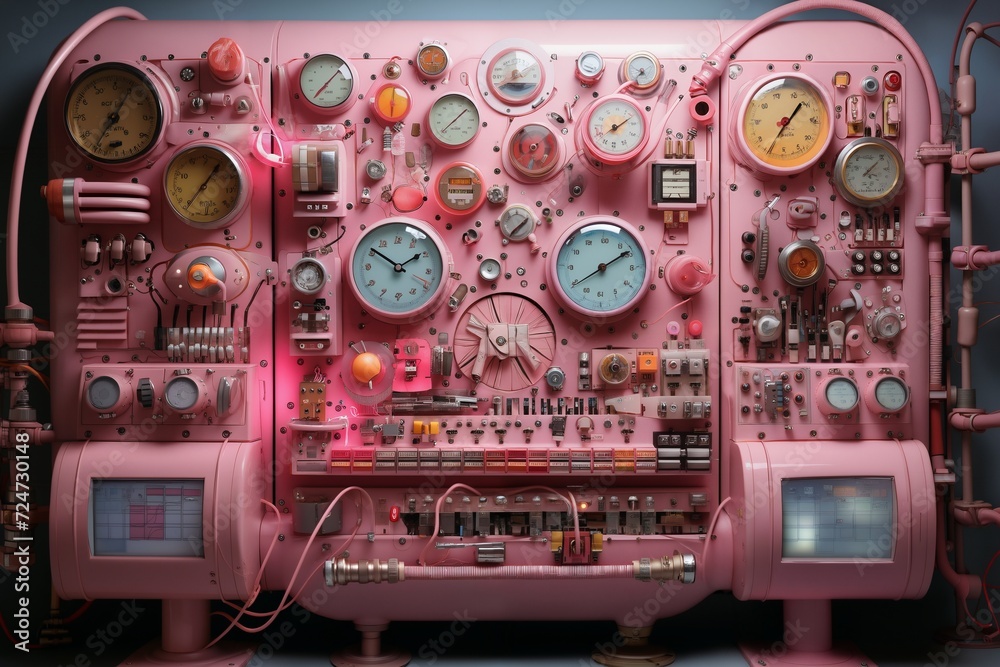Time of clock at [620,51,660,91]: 4:37
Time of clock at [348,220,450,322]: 1:50
